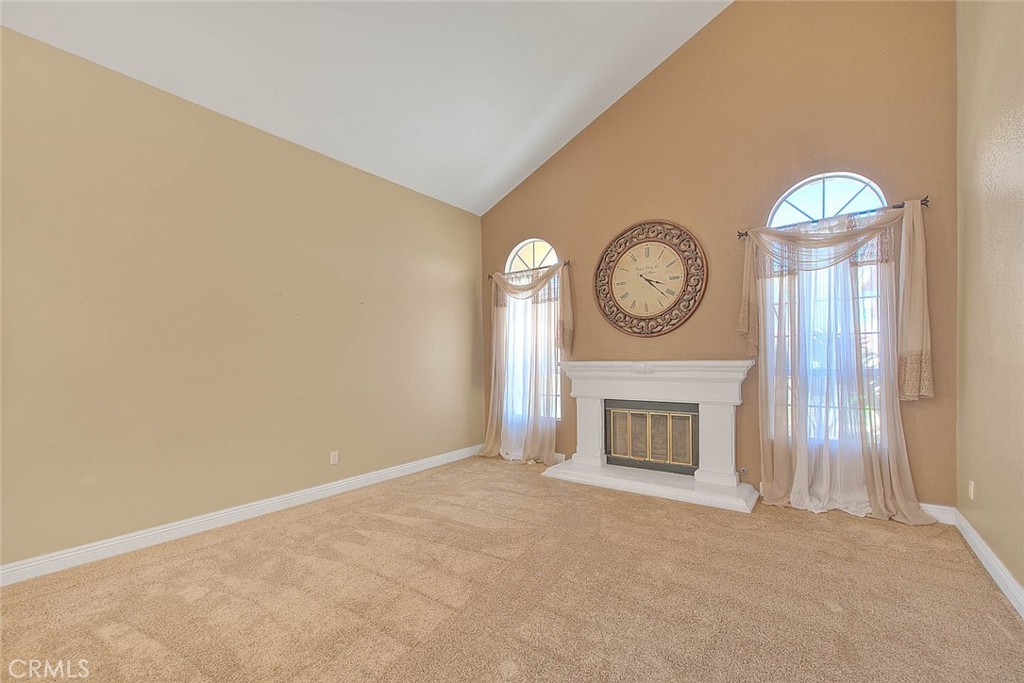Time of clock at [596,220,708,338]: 3:21
